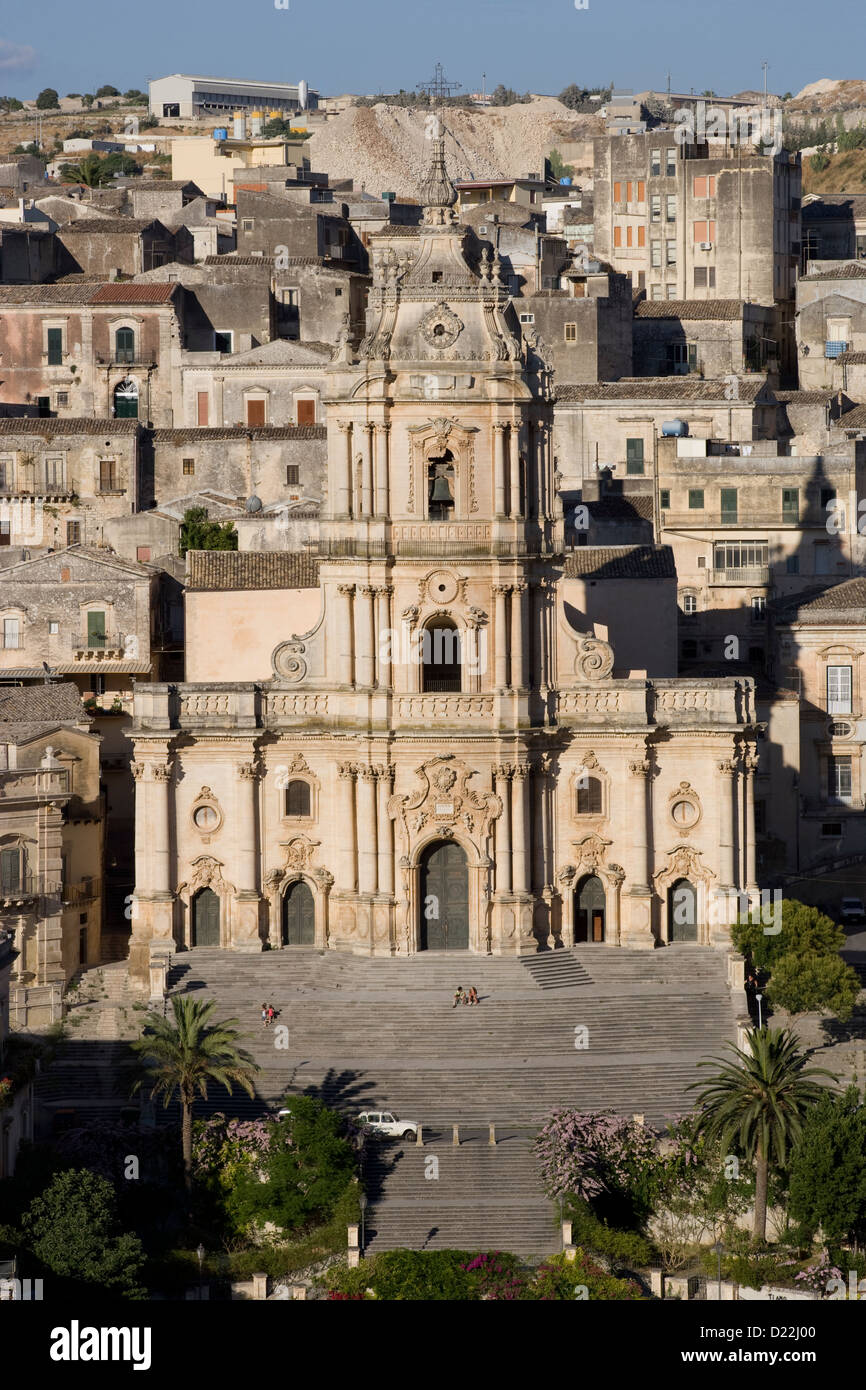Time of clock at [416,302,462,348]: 7:18
